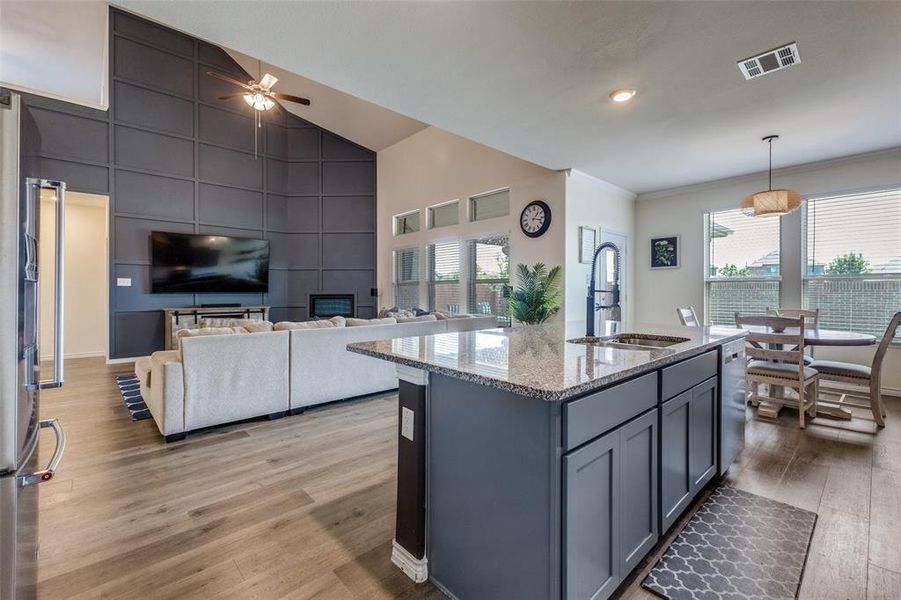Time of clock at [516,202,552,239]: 1:17
